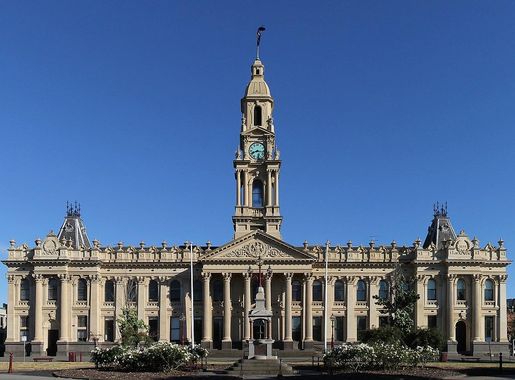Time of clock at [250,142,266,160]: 8:16
